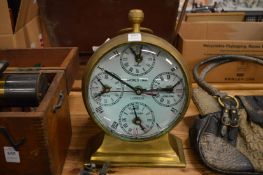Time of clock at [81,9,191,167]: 2:50
